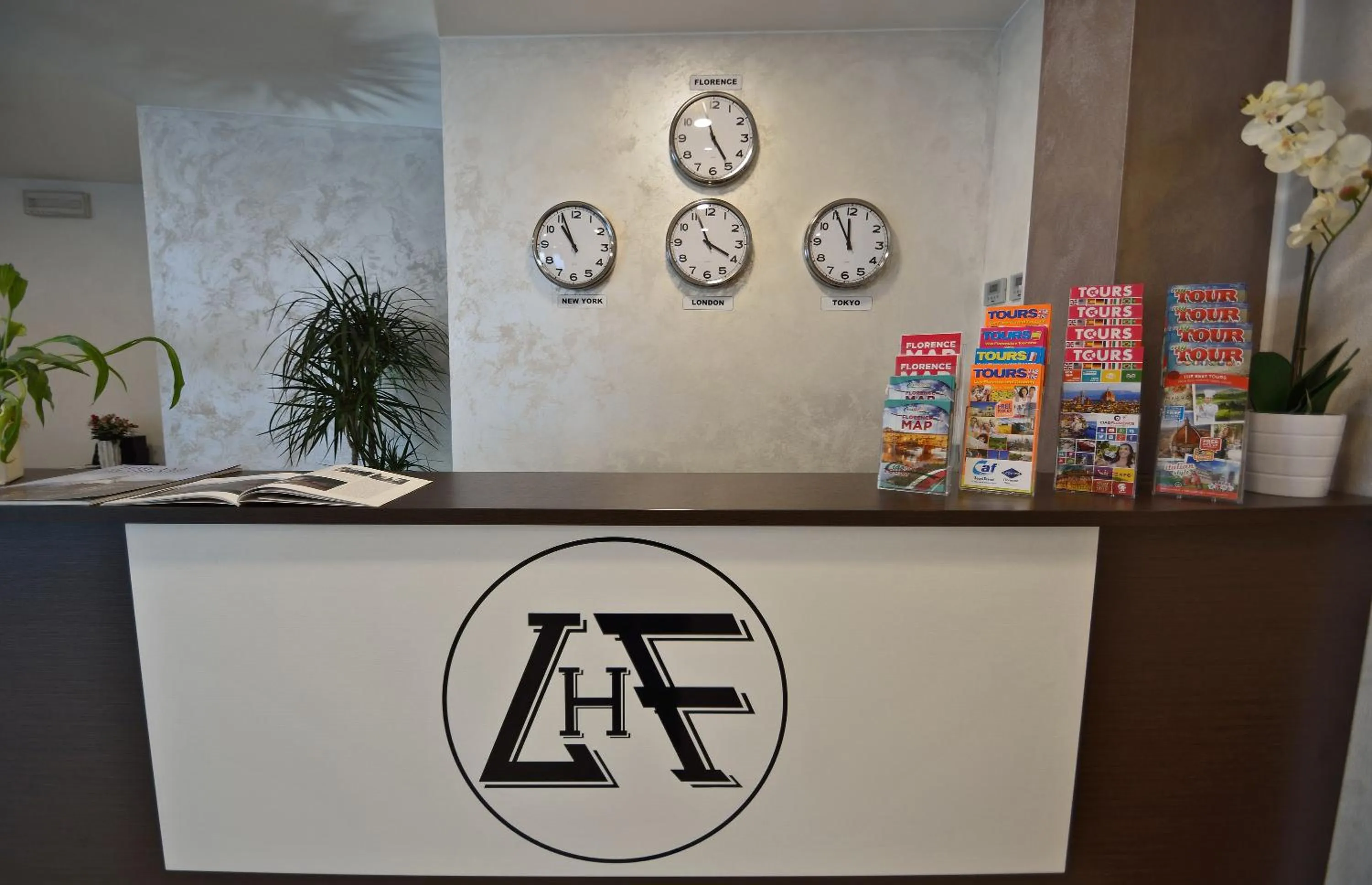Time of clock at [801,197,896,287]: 11:55
